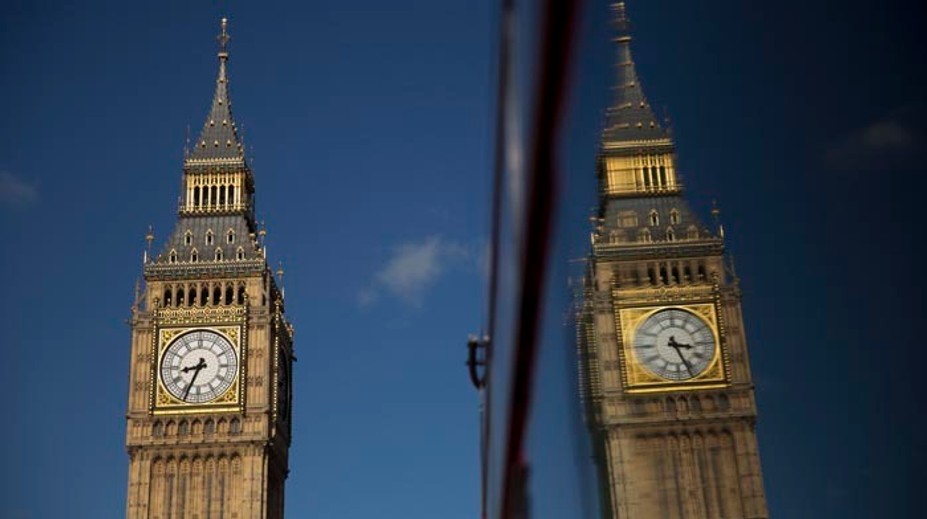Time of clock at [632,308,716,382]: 3:26
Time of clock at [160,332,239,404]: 8:34
